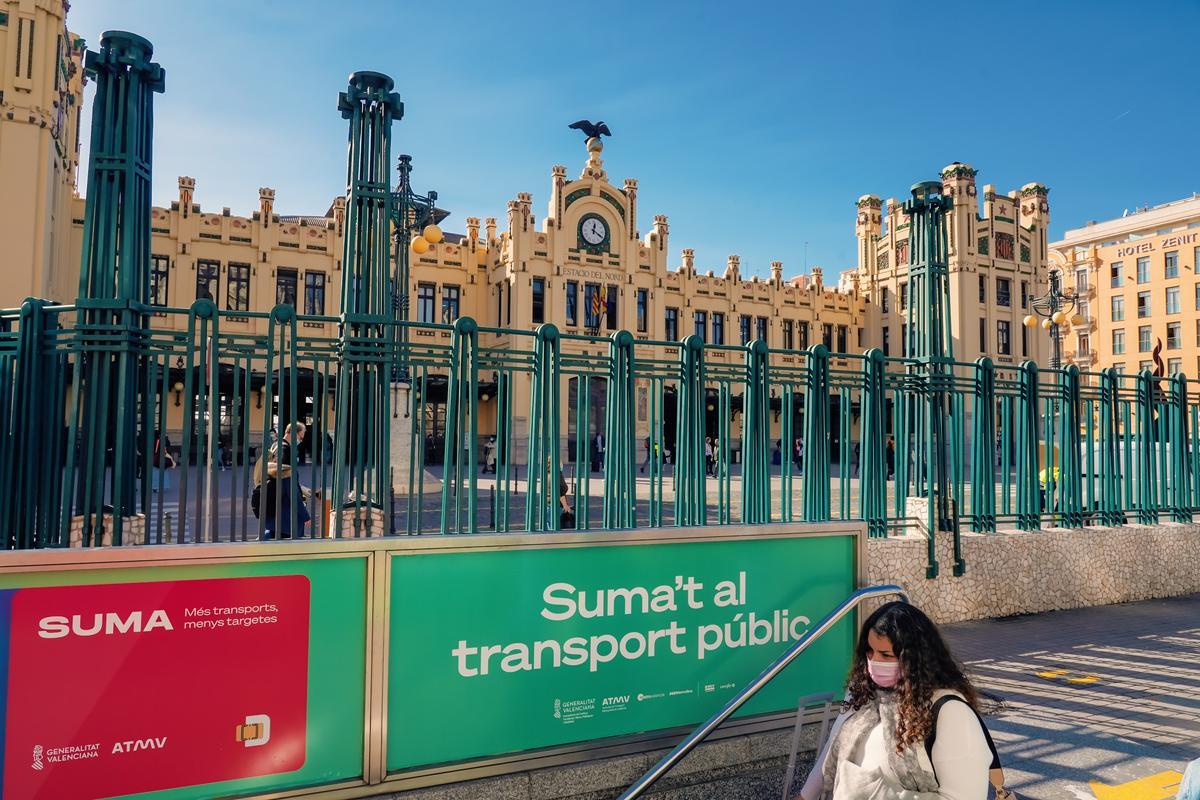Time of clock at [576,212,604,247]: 12:20
